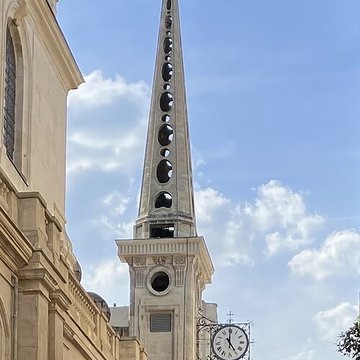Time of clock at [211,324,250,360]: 4:59
